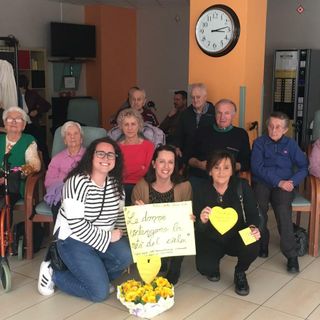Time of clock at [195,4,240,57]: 3:13
